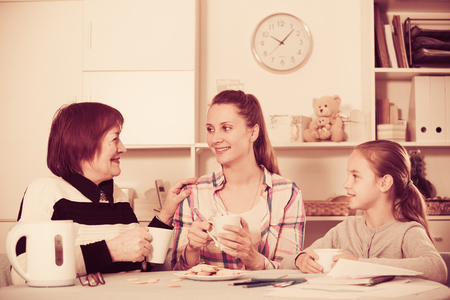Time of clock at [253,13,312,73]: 10:07
